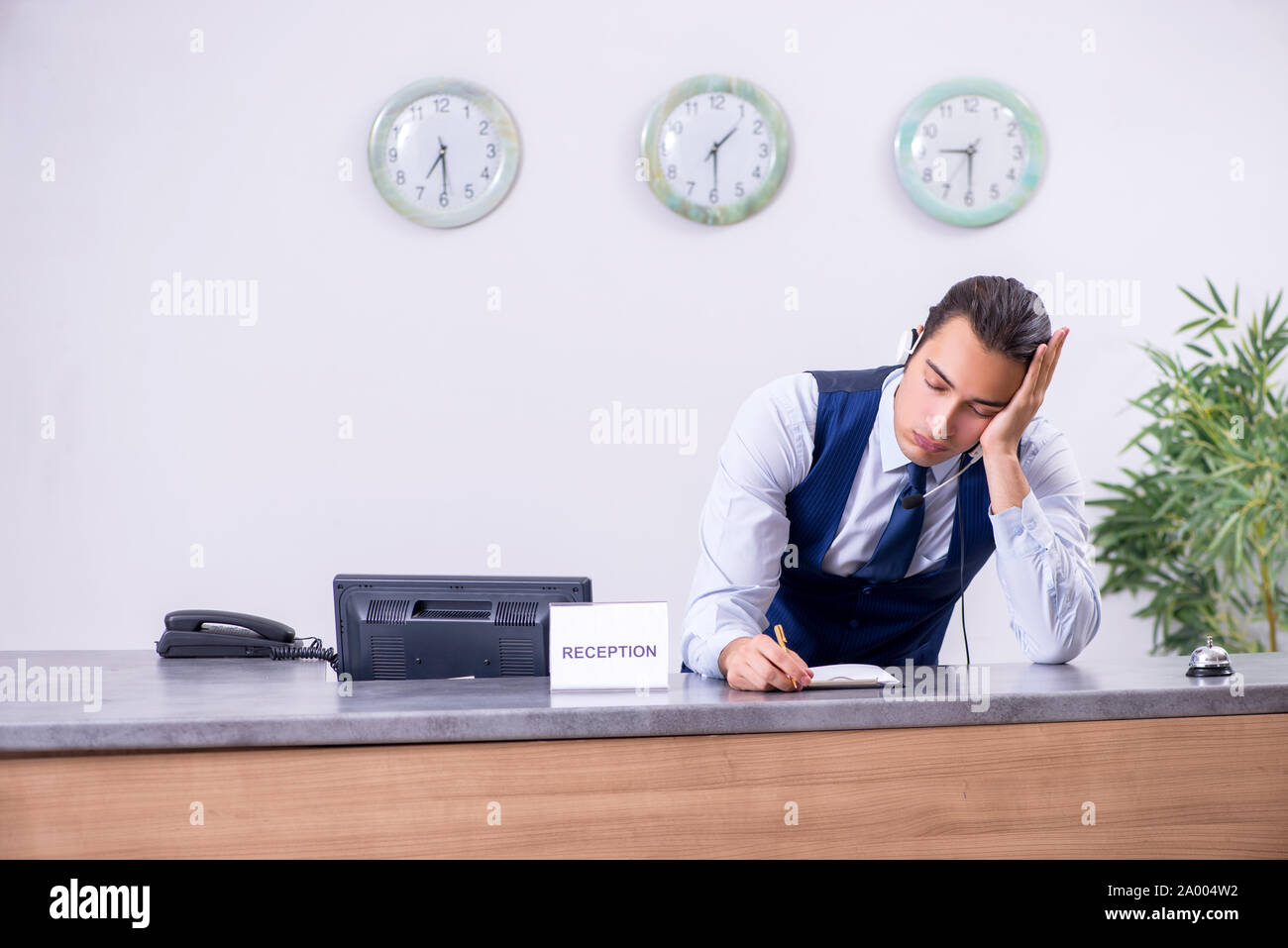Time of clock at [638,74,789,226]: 1:29
